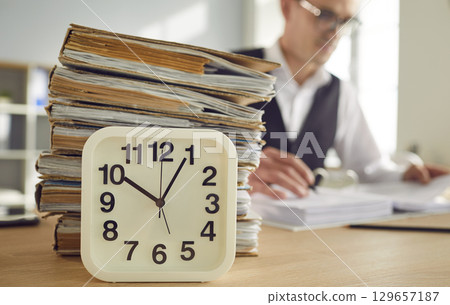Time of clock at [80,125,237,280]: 10:04
